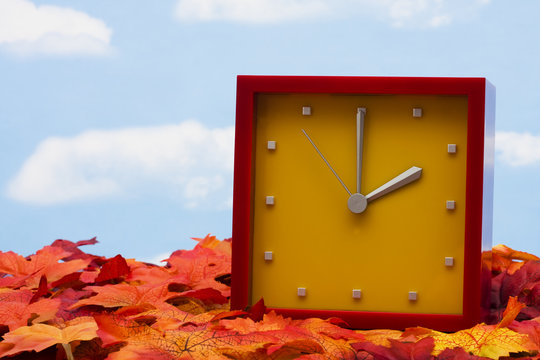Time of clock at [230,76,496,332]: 2:00
